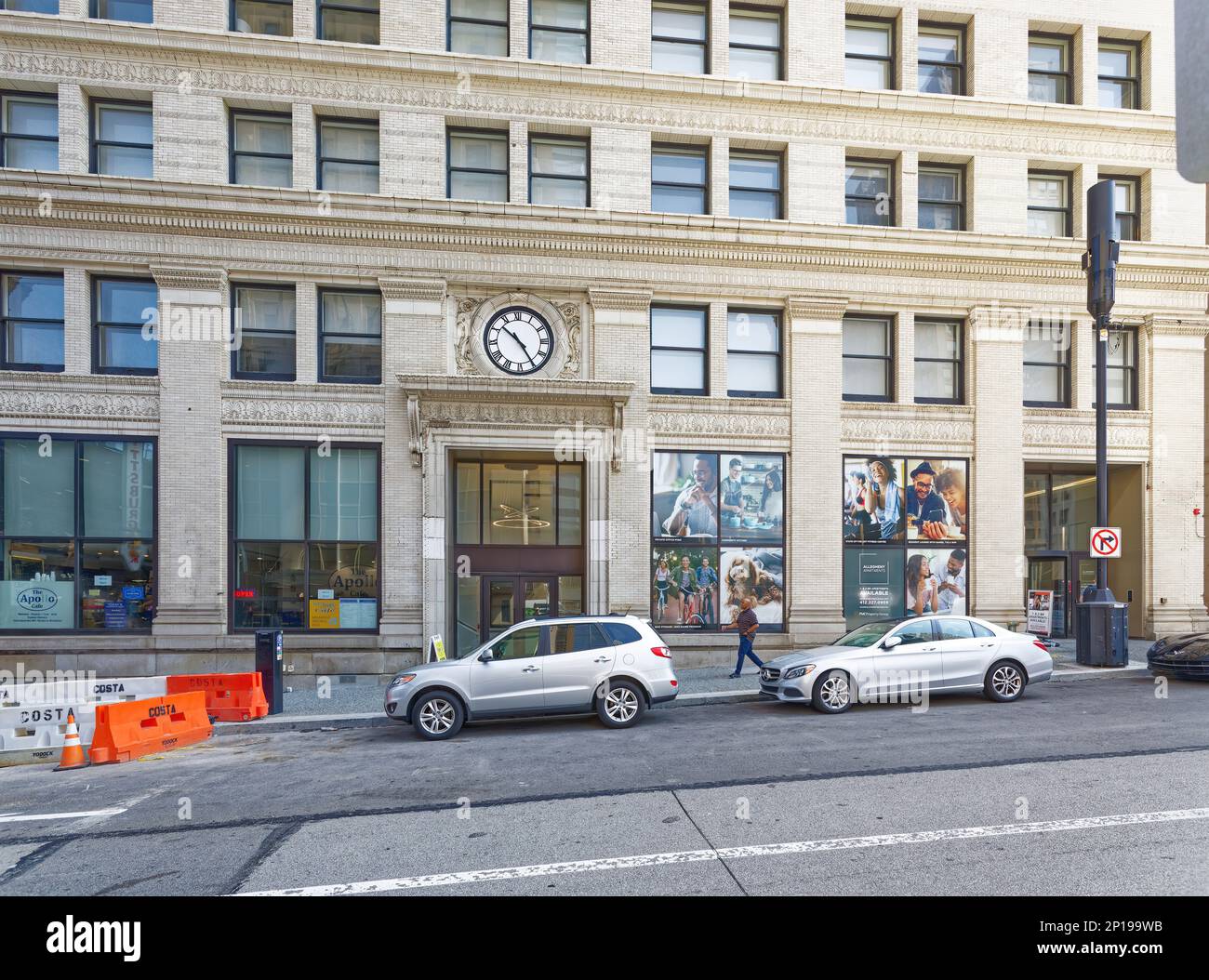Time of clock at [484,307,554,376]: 10:24
